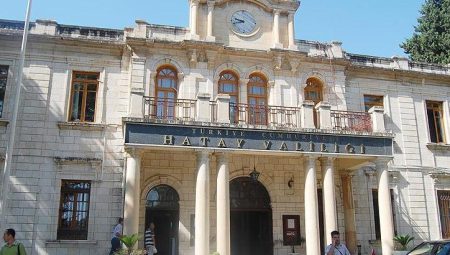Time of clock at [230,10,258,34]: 9:42
